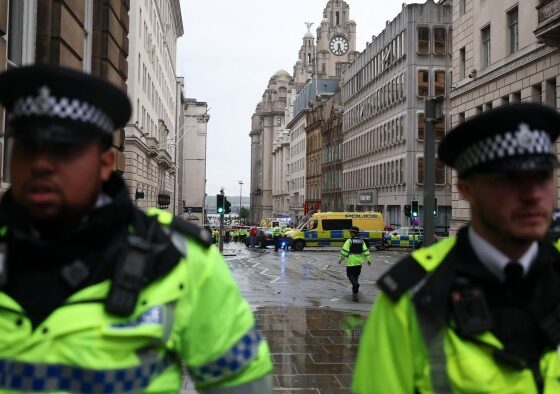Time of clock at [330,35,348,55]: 6:26
